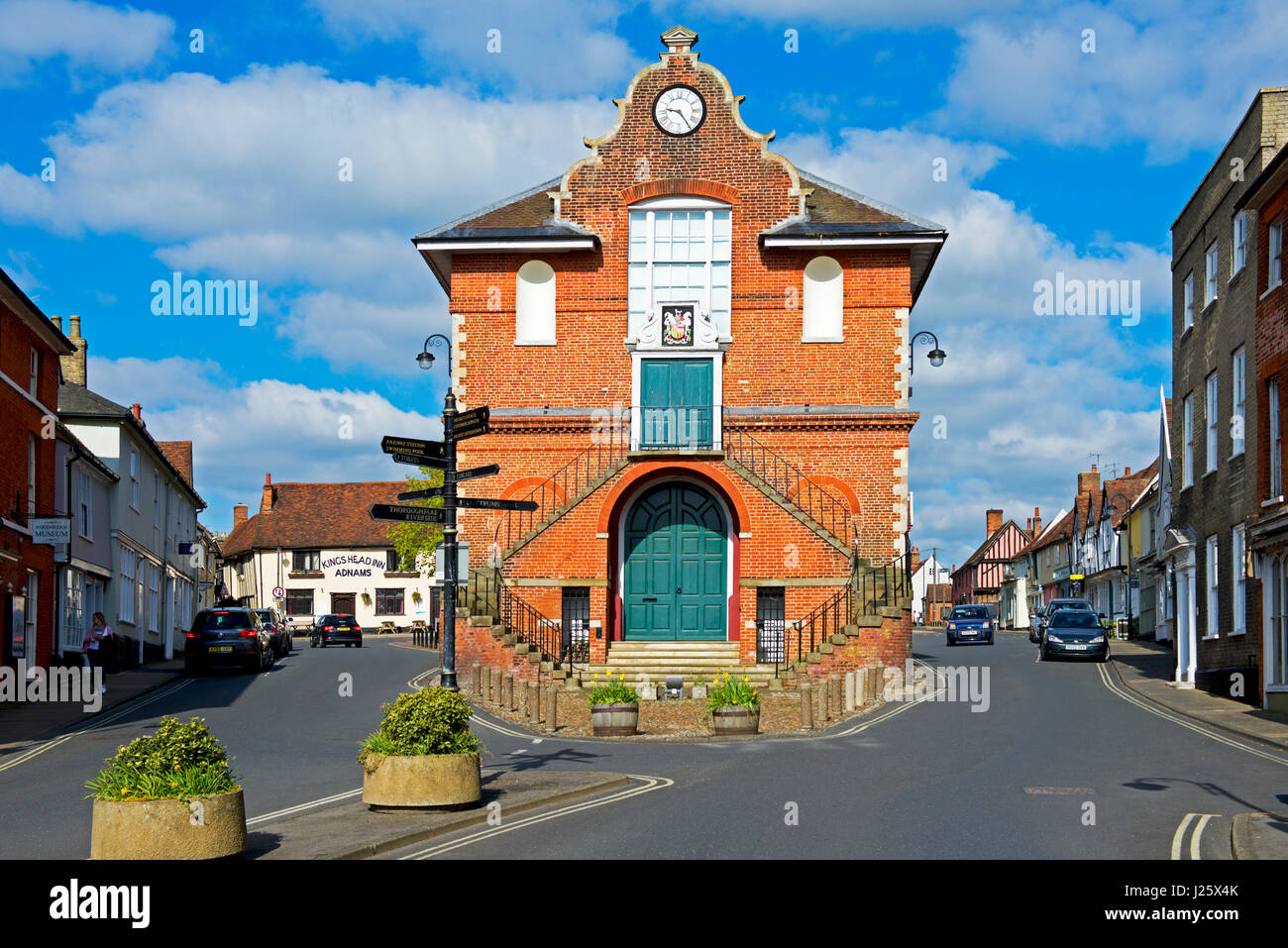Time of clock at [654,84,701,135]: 9:24
